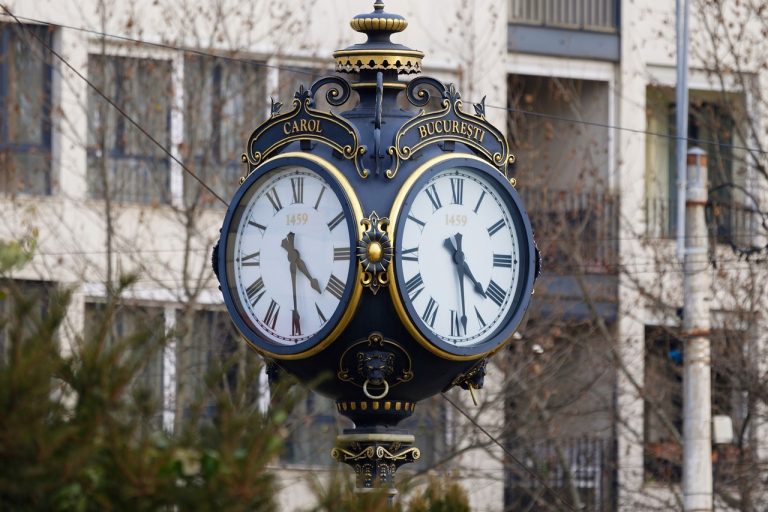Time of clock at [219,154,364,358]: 4:29
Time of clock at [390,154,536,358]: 4:28
